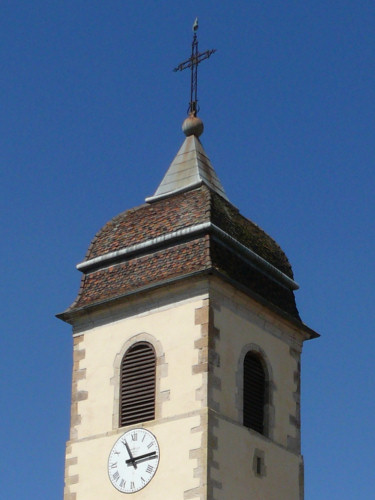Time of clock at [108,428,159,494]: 11:13
